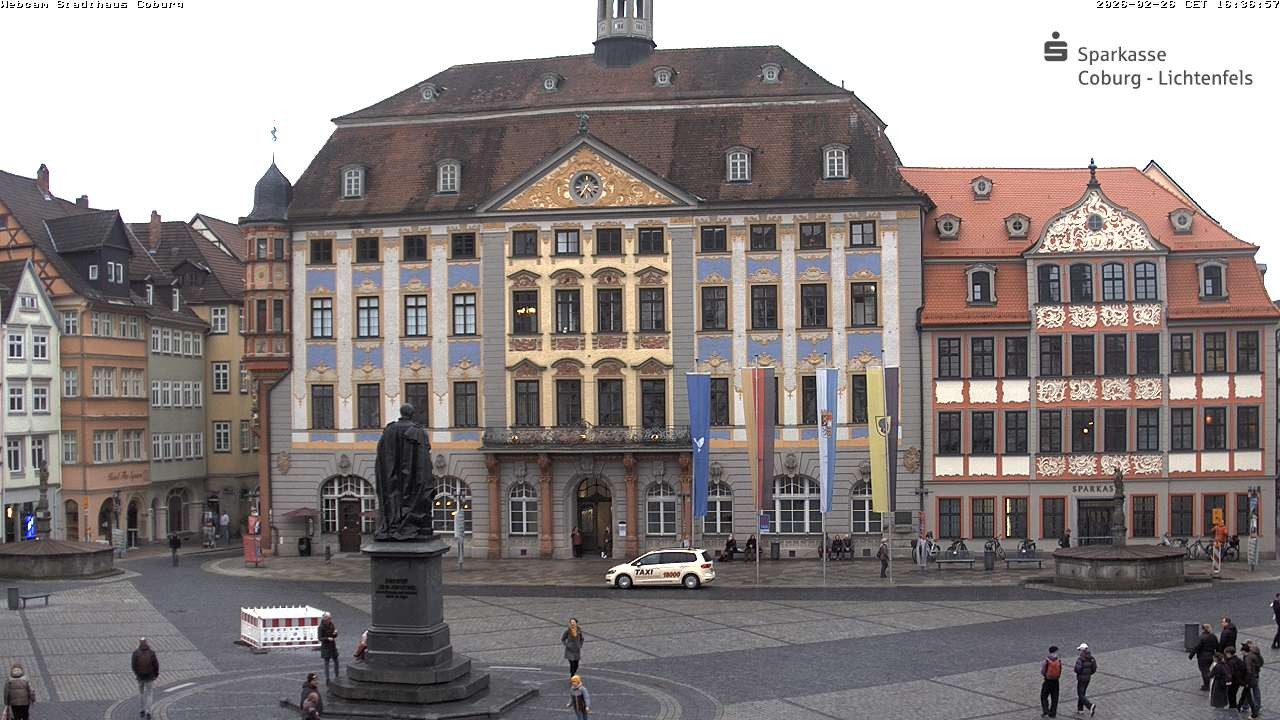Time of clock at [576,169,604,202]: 4:35
